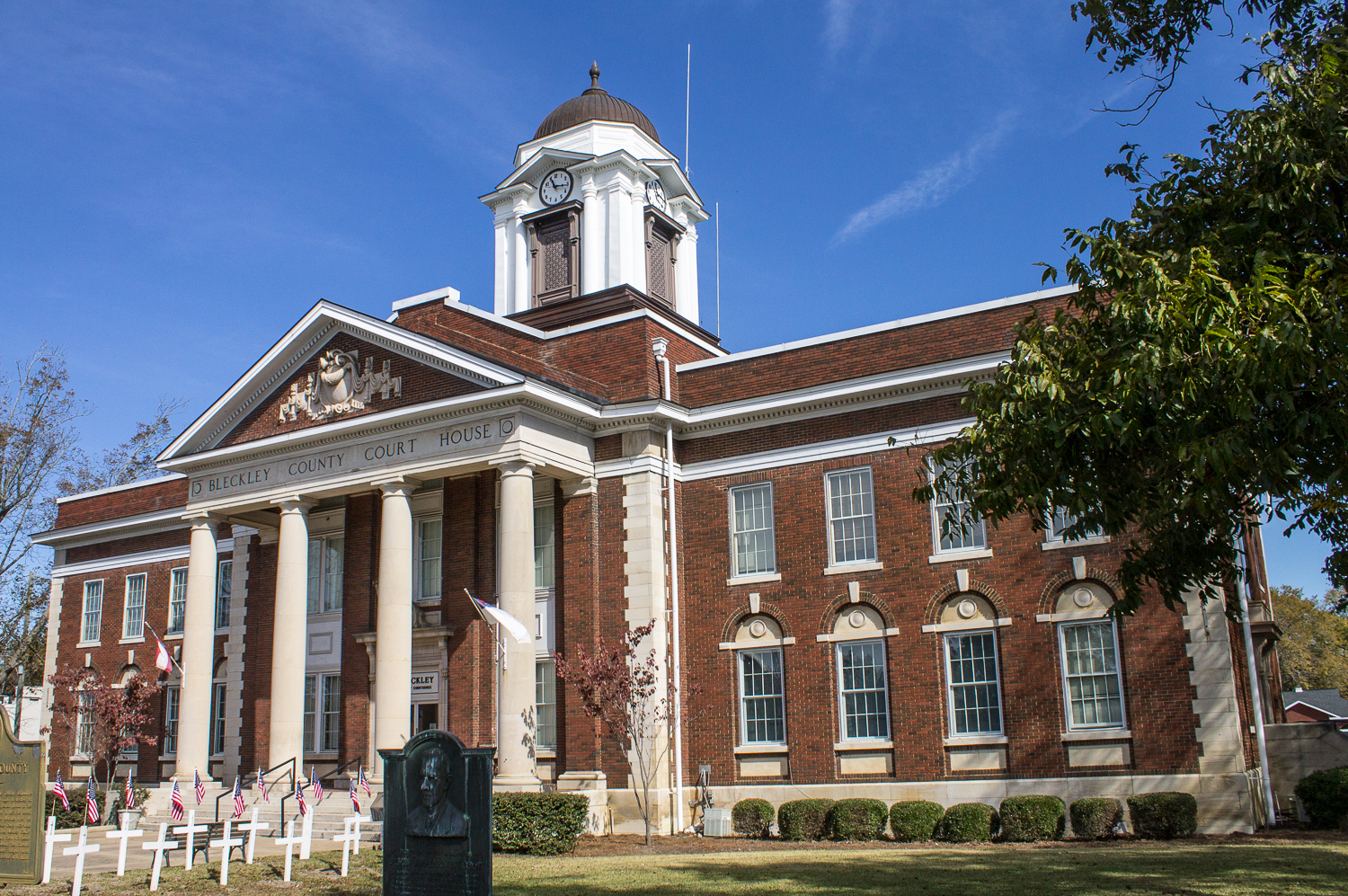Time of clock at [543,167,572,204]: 11:15
